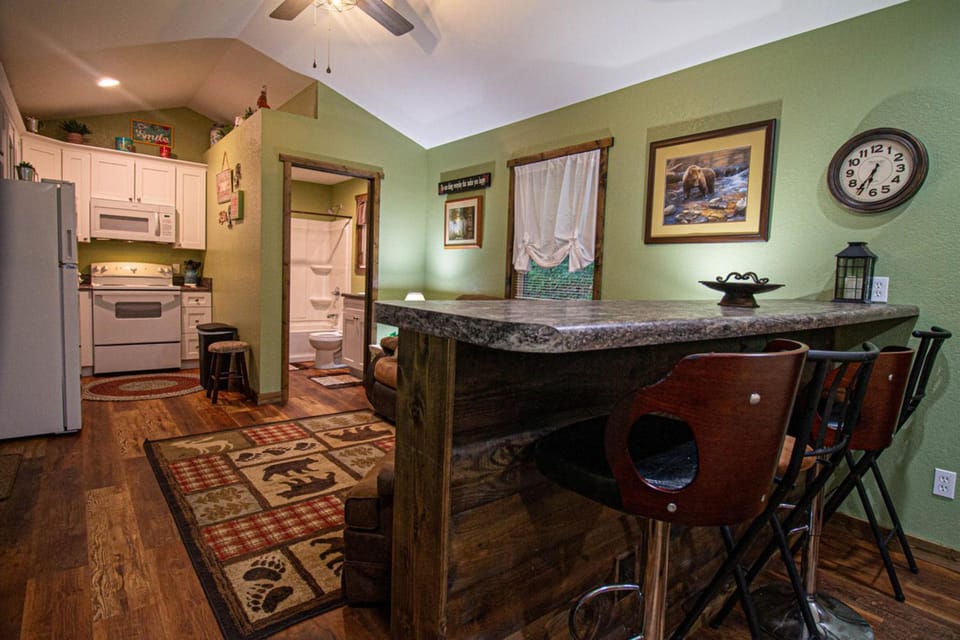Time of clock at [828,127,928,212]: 6:35
